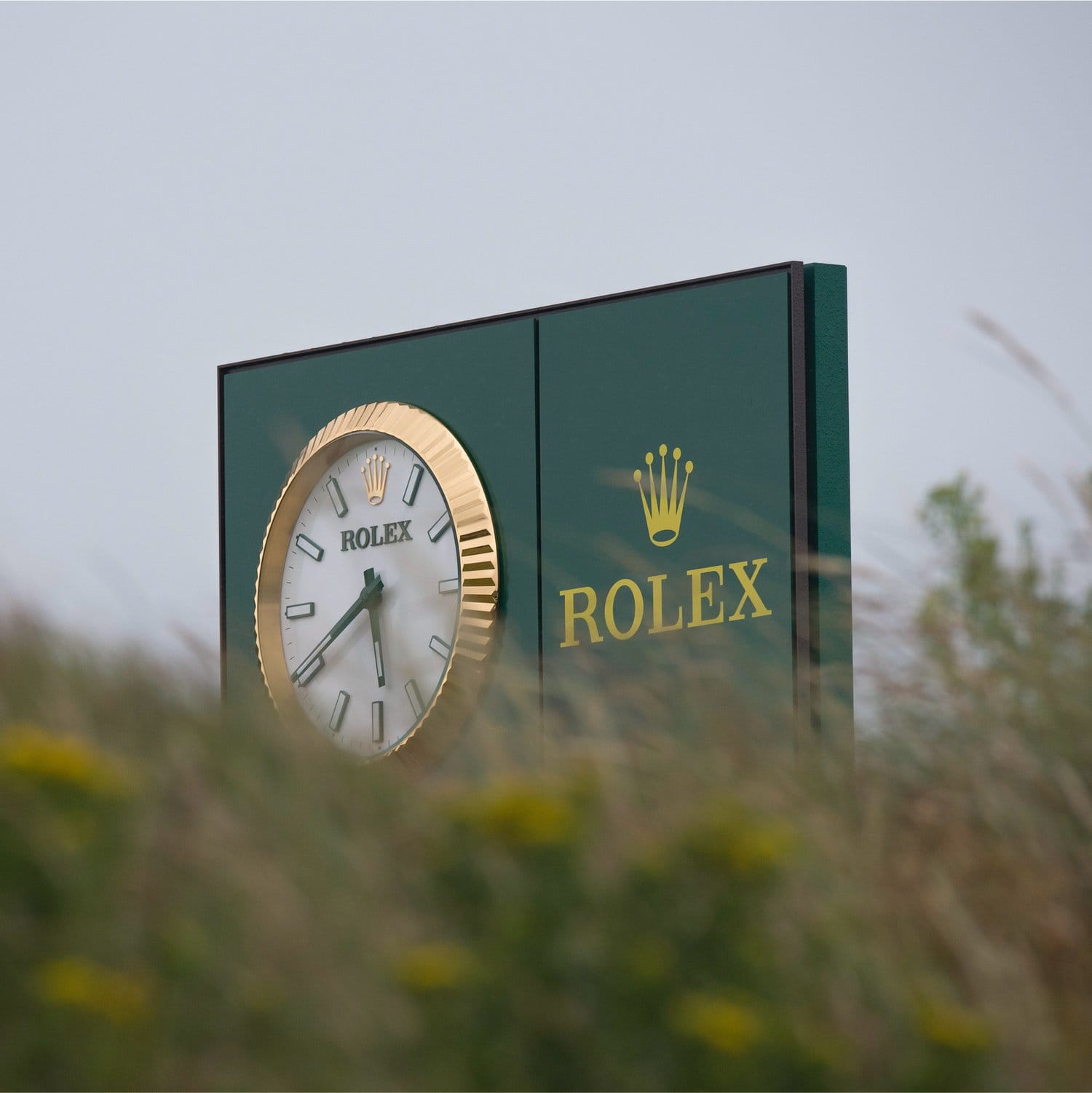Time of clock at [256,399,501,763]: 5:40
